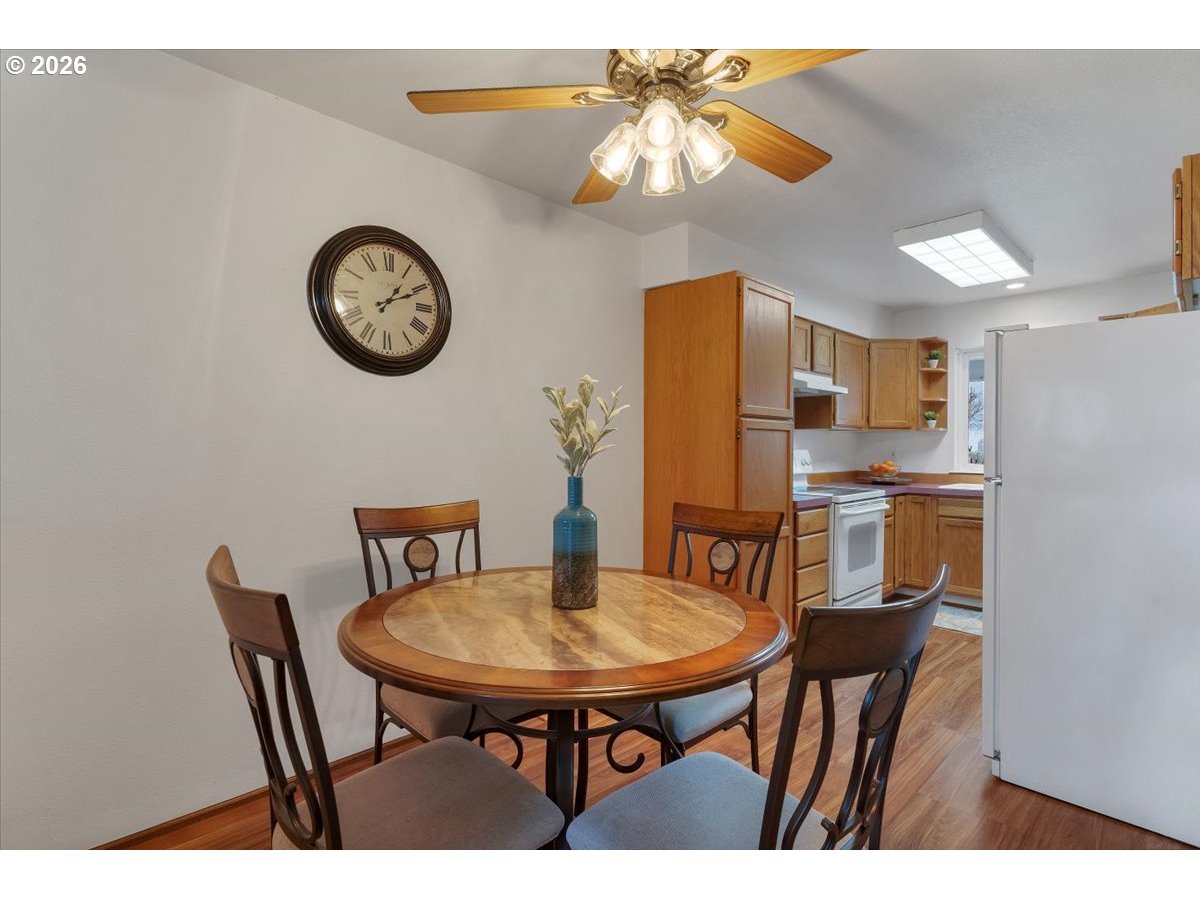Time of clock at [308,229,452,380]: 1:10
